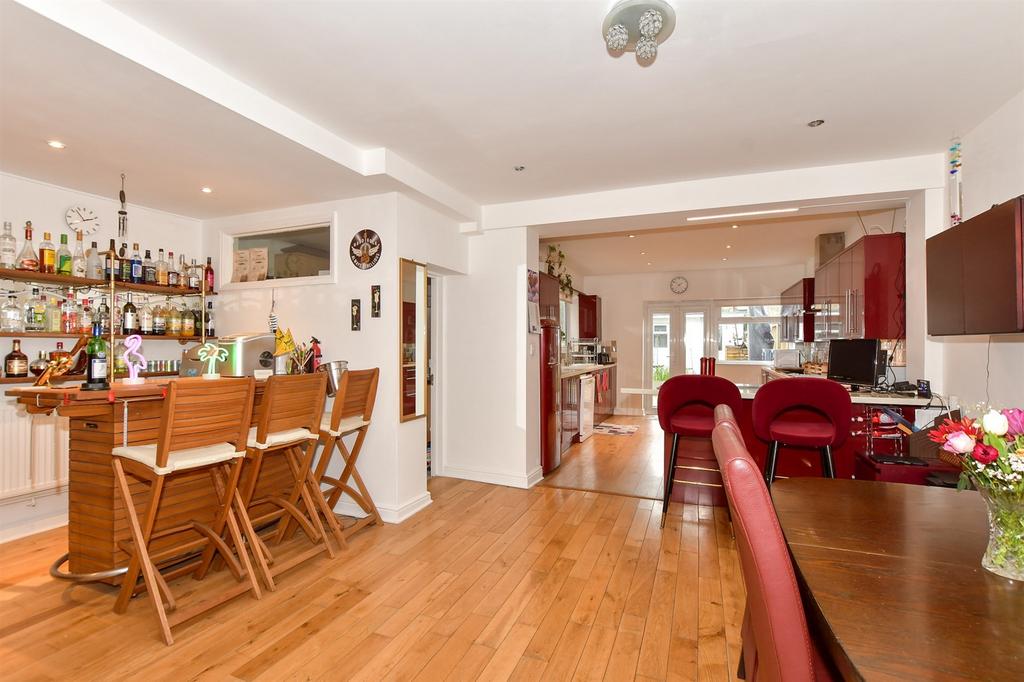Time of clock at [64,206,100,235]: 2:57
